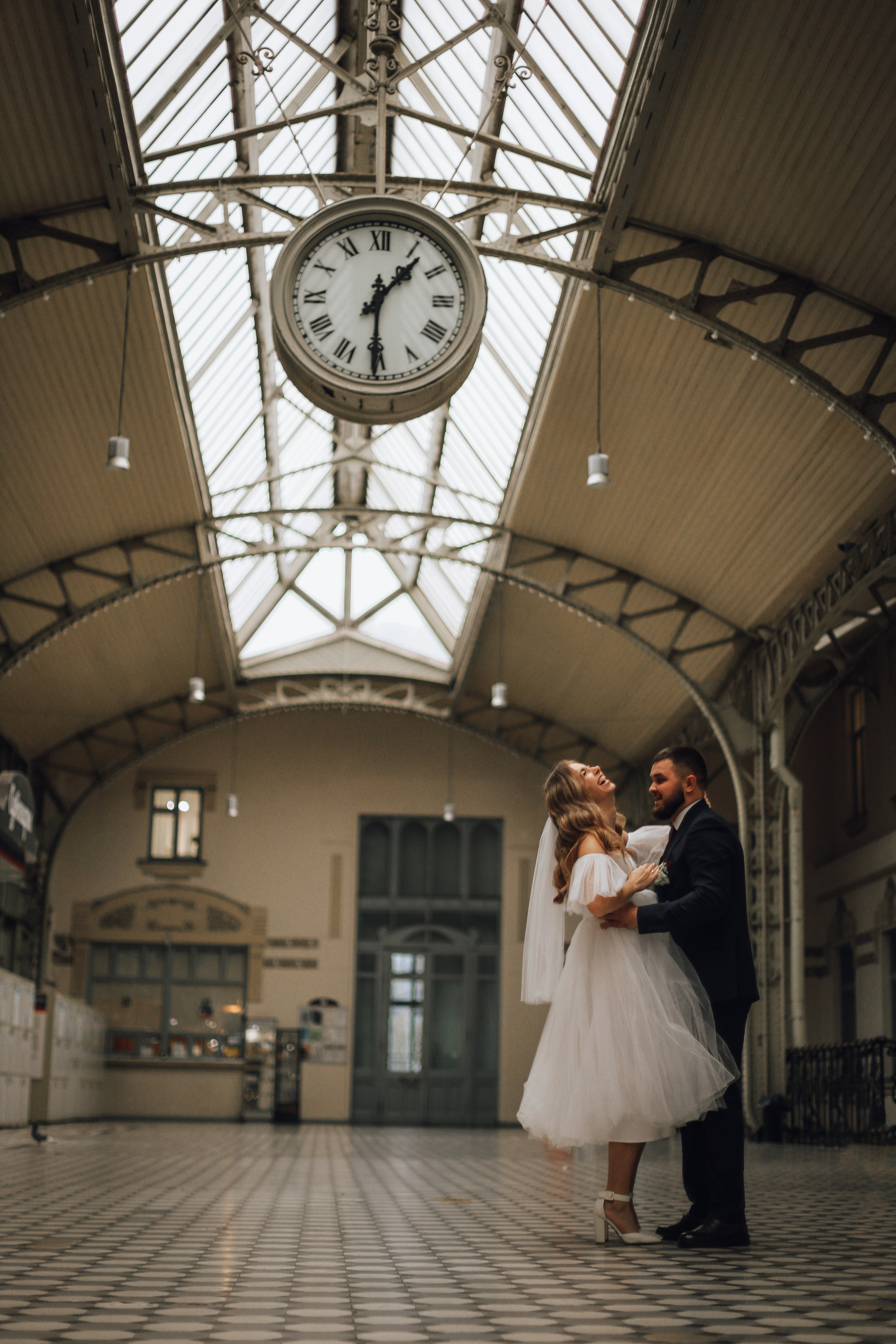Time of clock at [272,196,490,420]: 1:30
